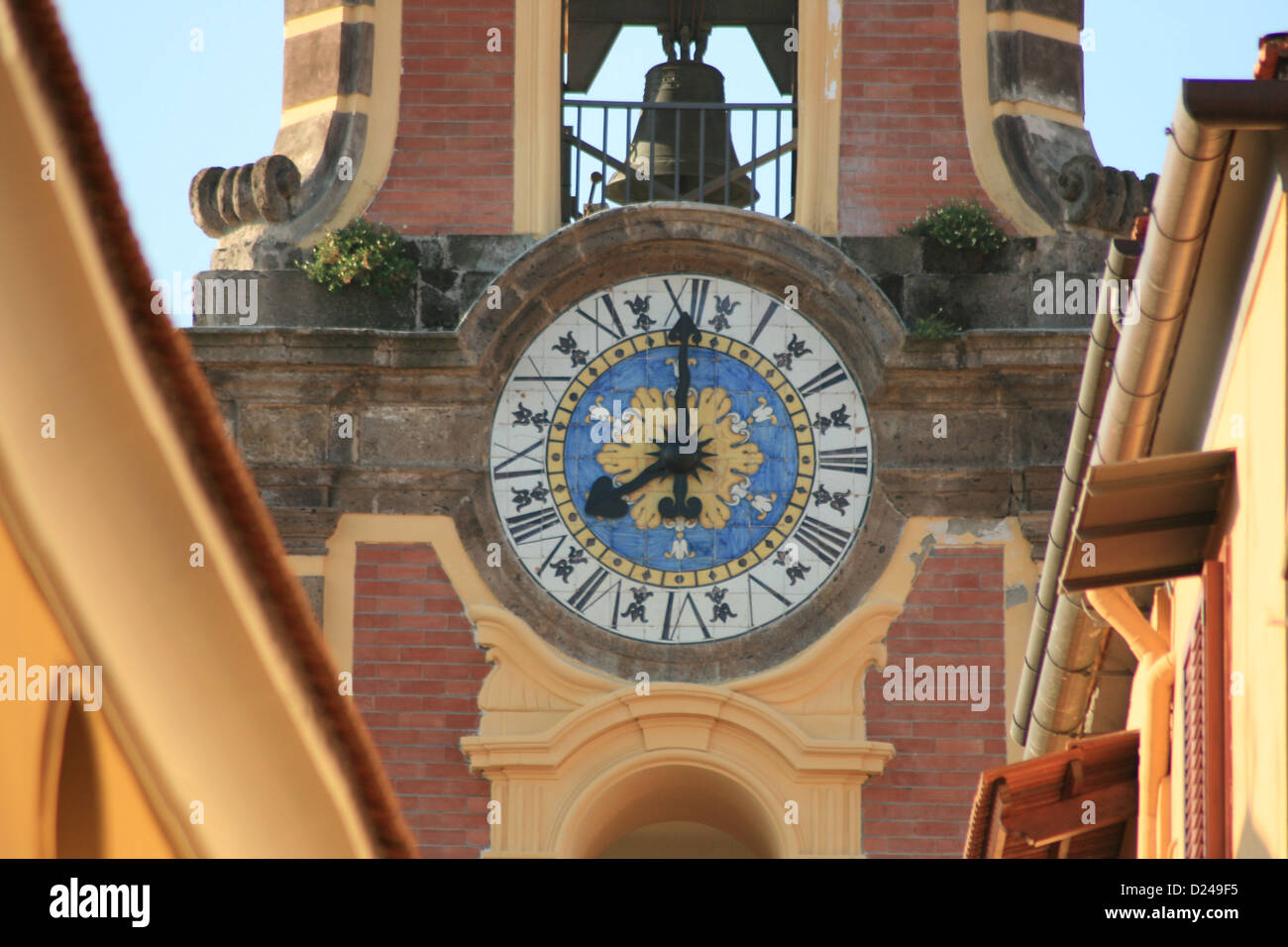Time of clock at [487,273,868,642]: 7:59
